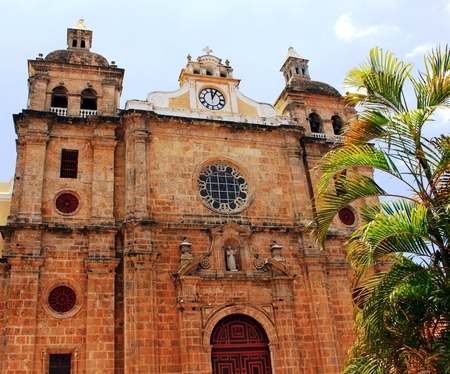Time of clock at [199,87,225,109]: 12:04
